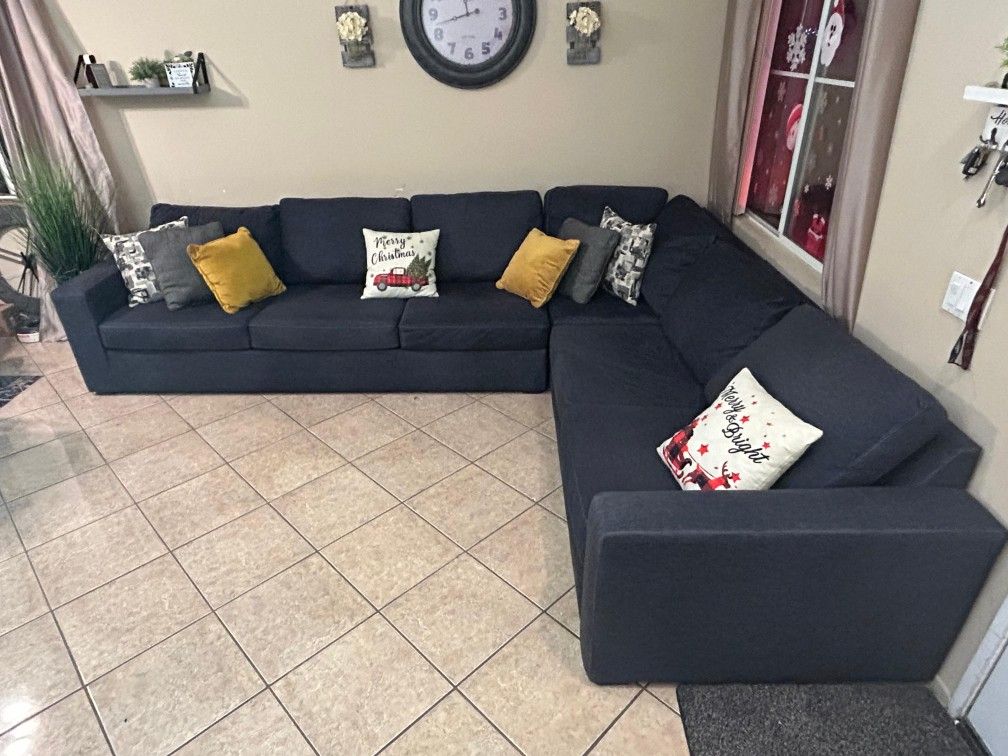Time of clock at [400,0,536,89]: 11:42
